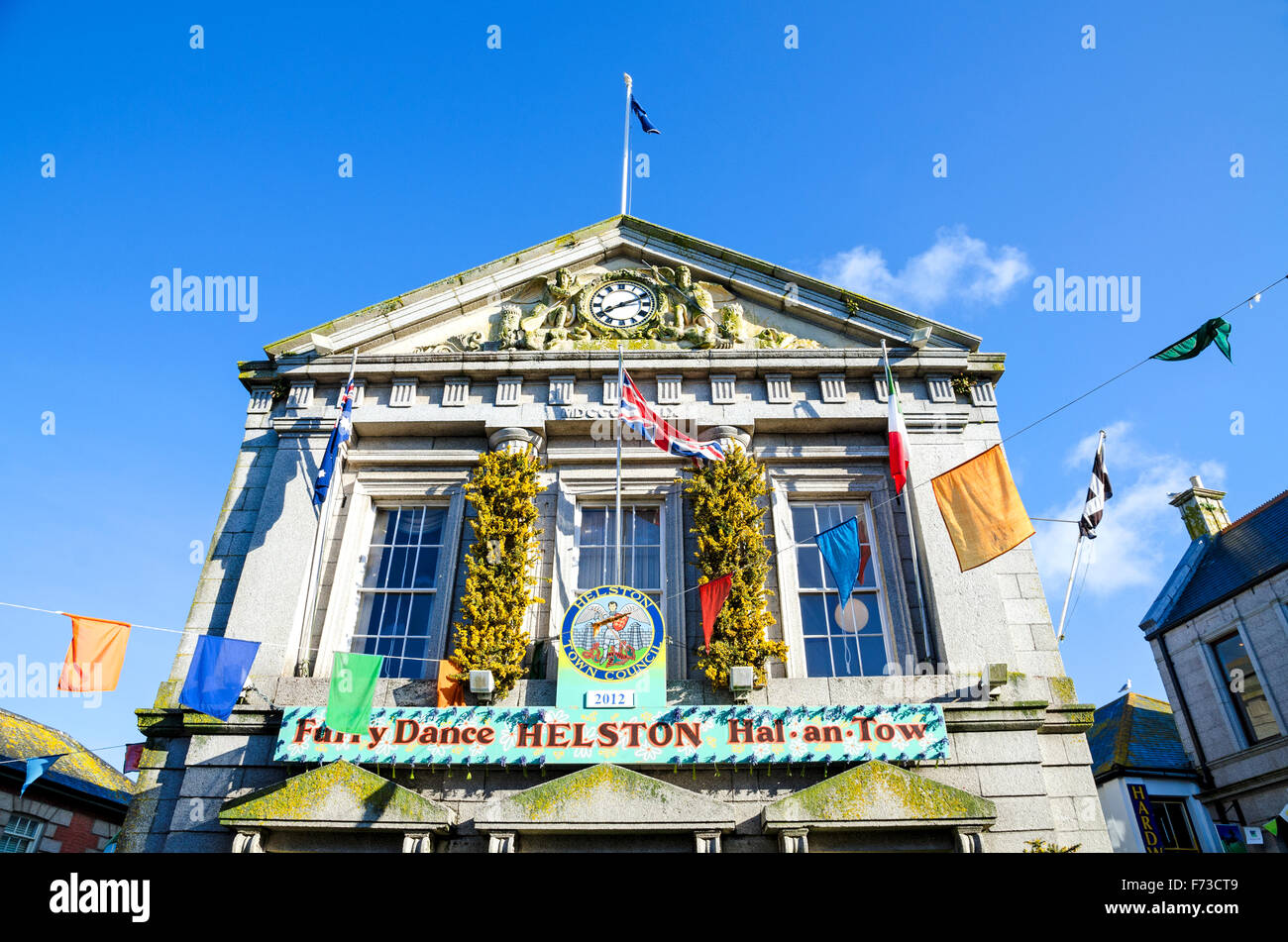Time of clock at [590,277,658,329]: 8:11
